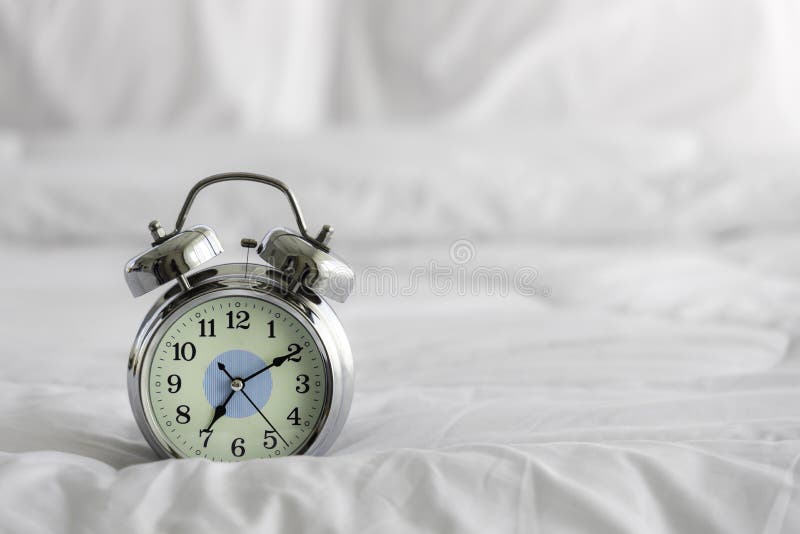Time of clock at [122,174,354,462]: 7:10
